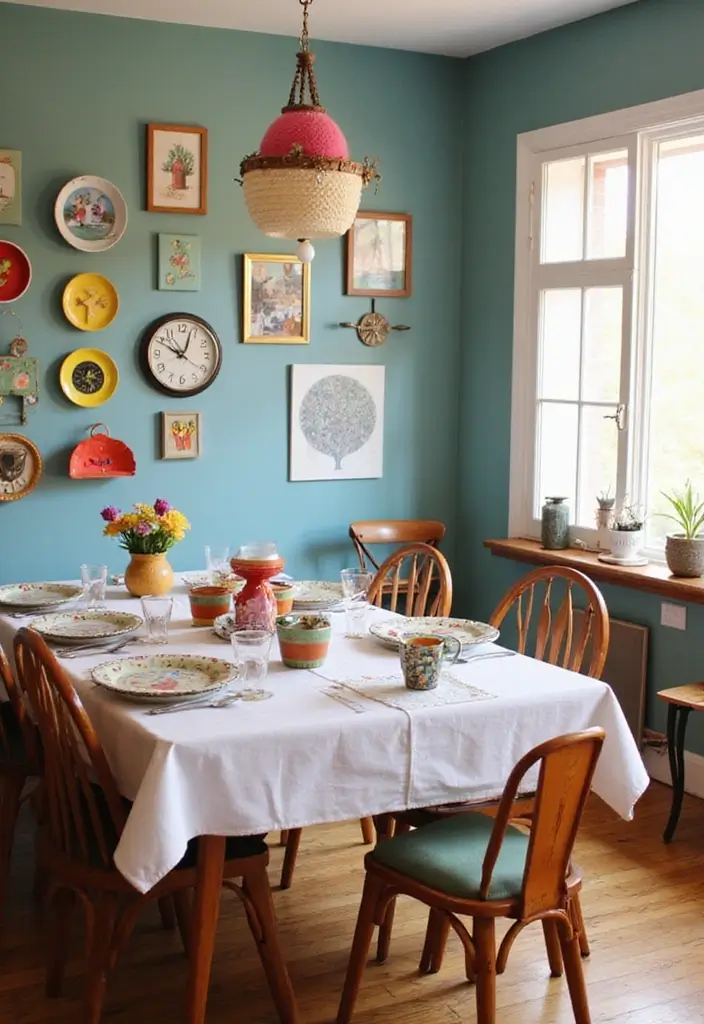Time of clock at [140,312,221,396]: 10:03
